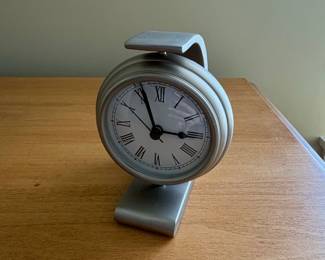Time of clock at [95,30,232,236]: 2:56
